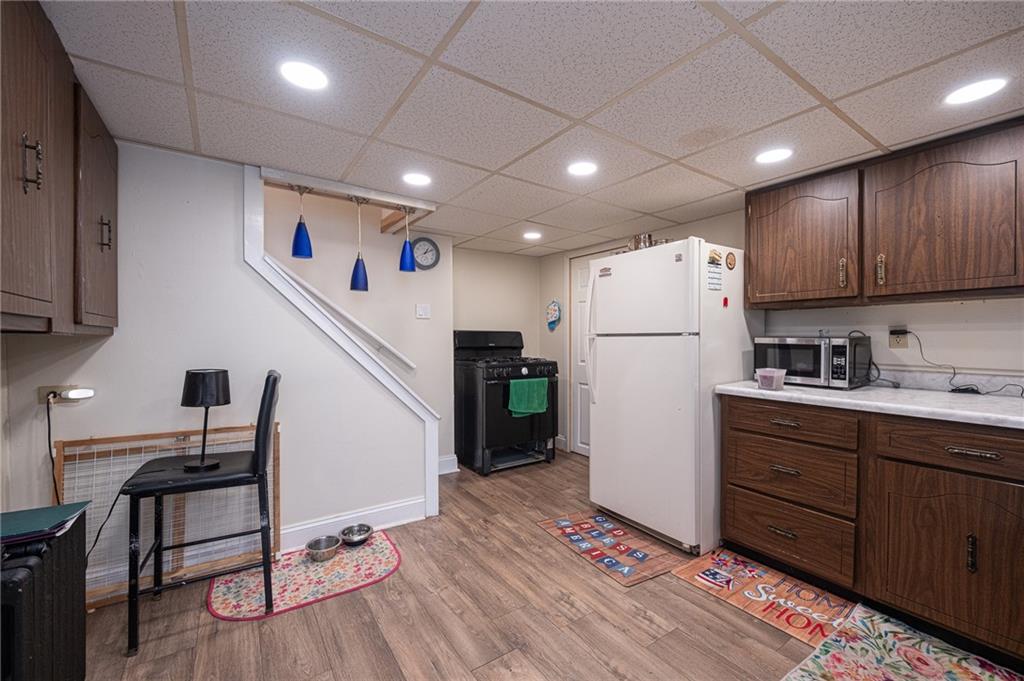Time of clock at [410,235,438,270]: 1:10
